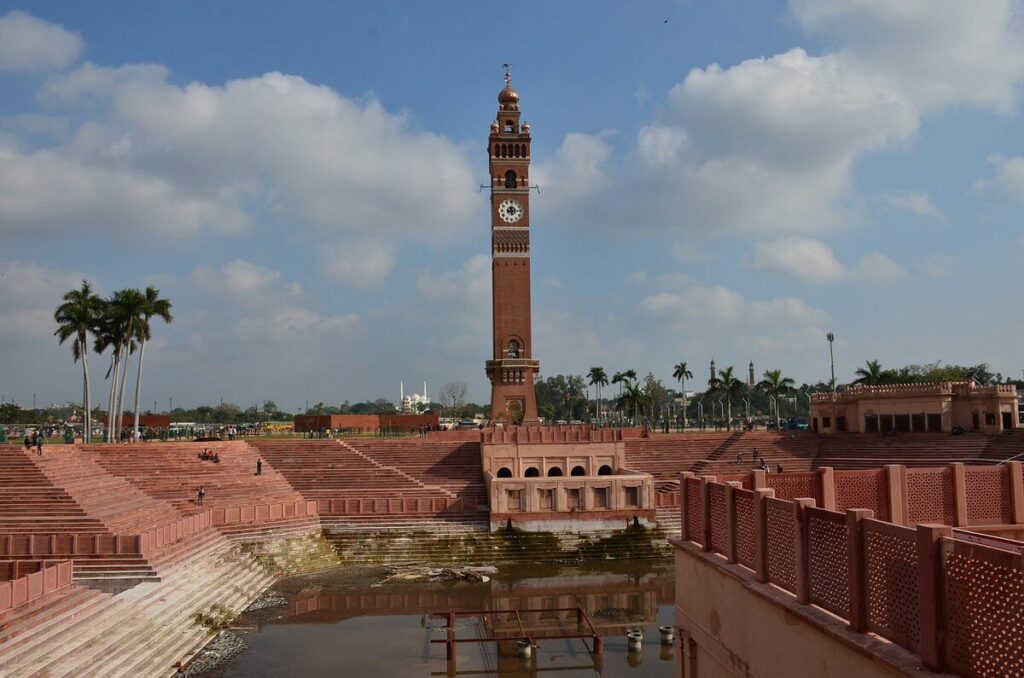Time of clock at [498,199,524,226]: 12:14
